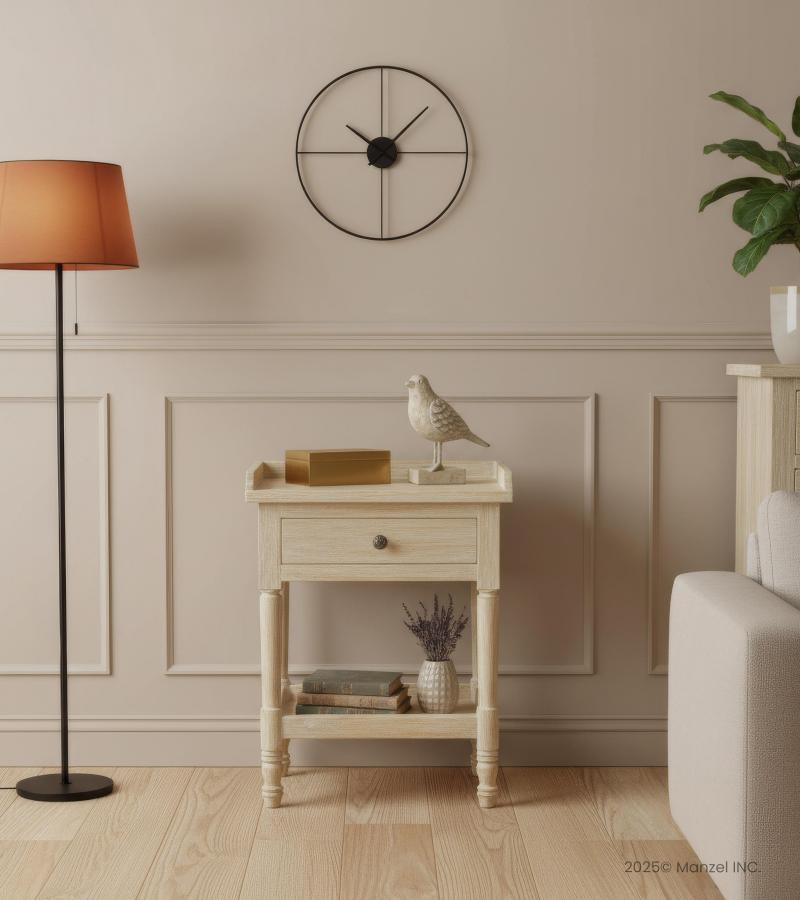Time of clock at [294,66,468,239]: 10:07
